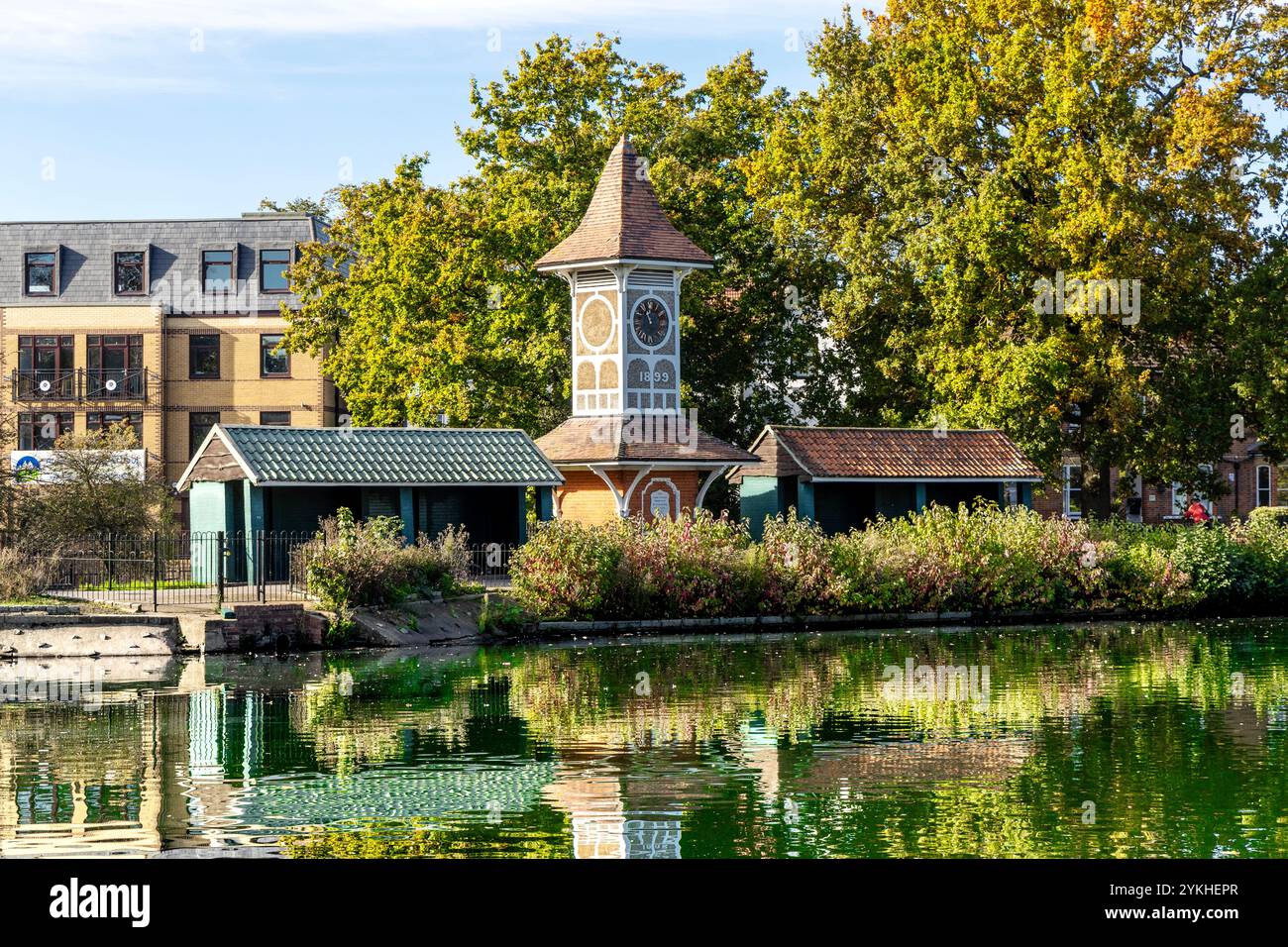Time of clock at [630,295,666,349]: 10:56
